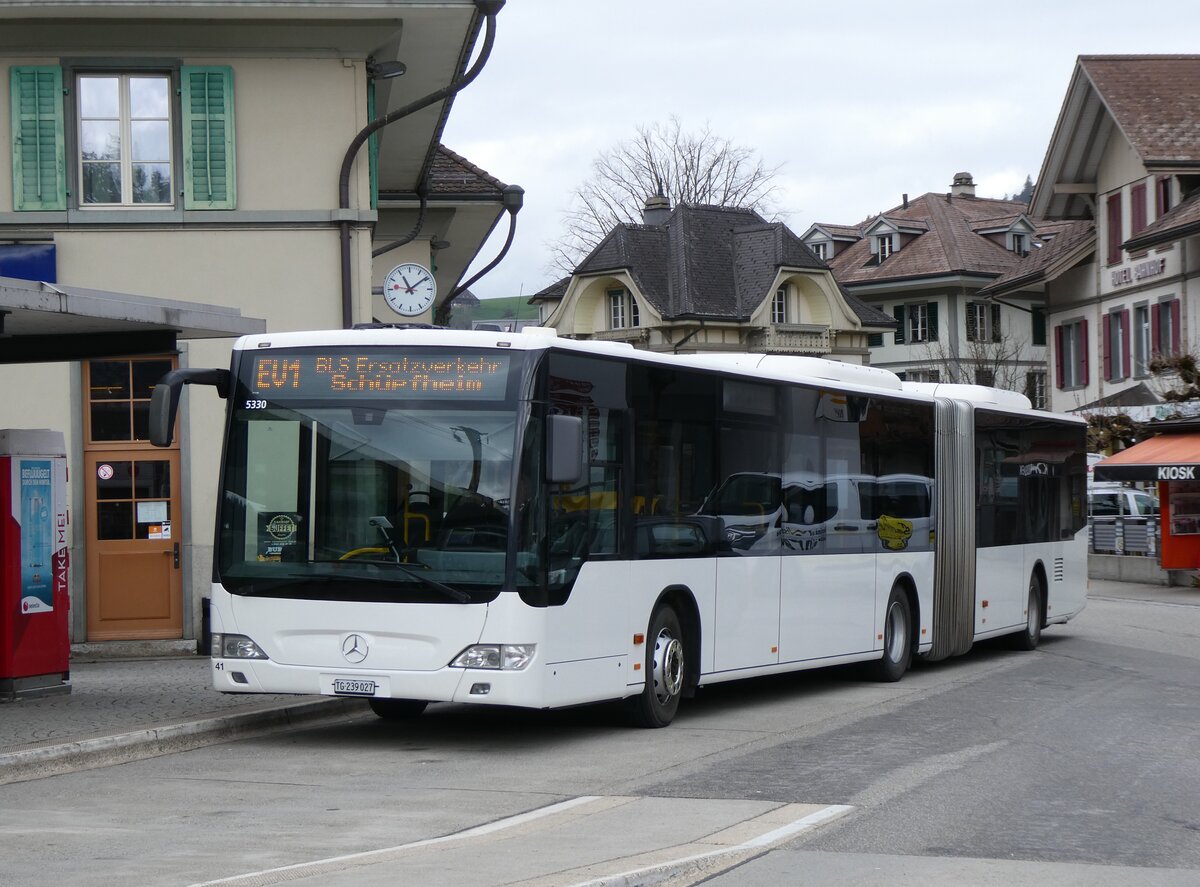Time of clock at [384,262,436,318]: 11:09
